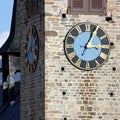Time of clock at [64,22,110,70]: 3:04
